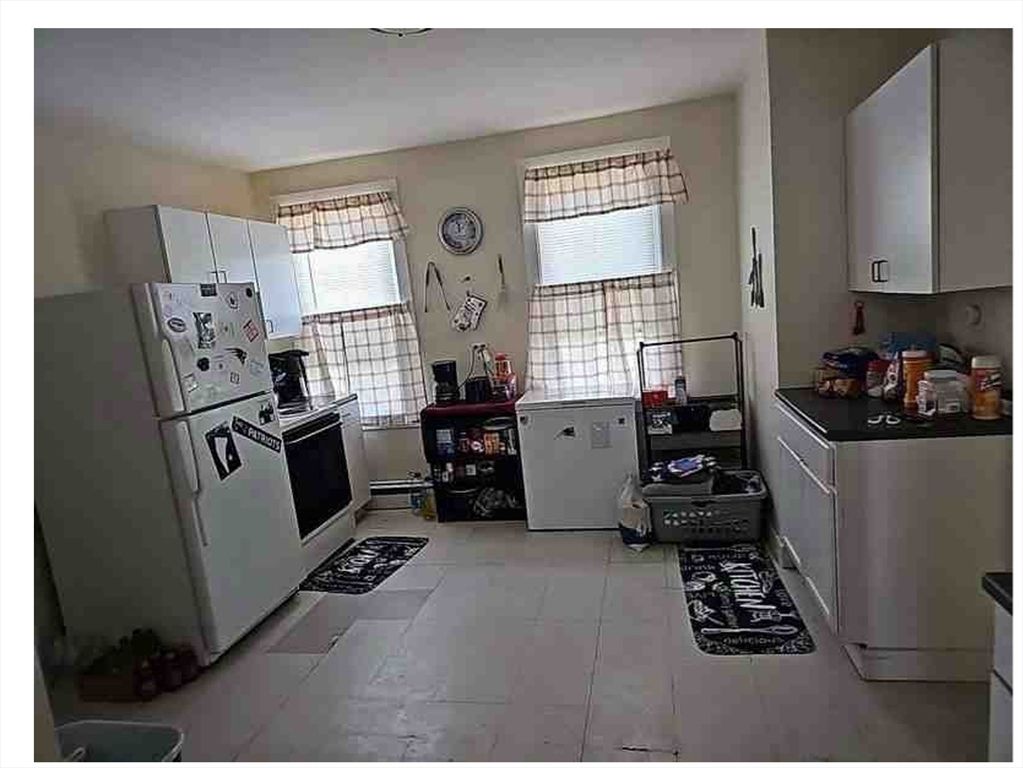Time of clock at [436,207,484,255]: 11:57
